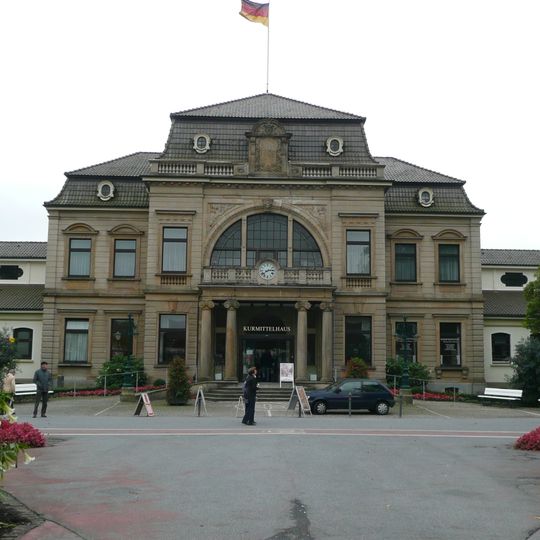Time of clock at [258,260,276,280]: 2:38
